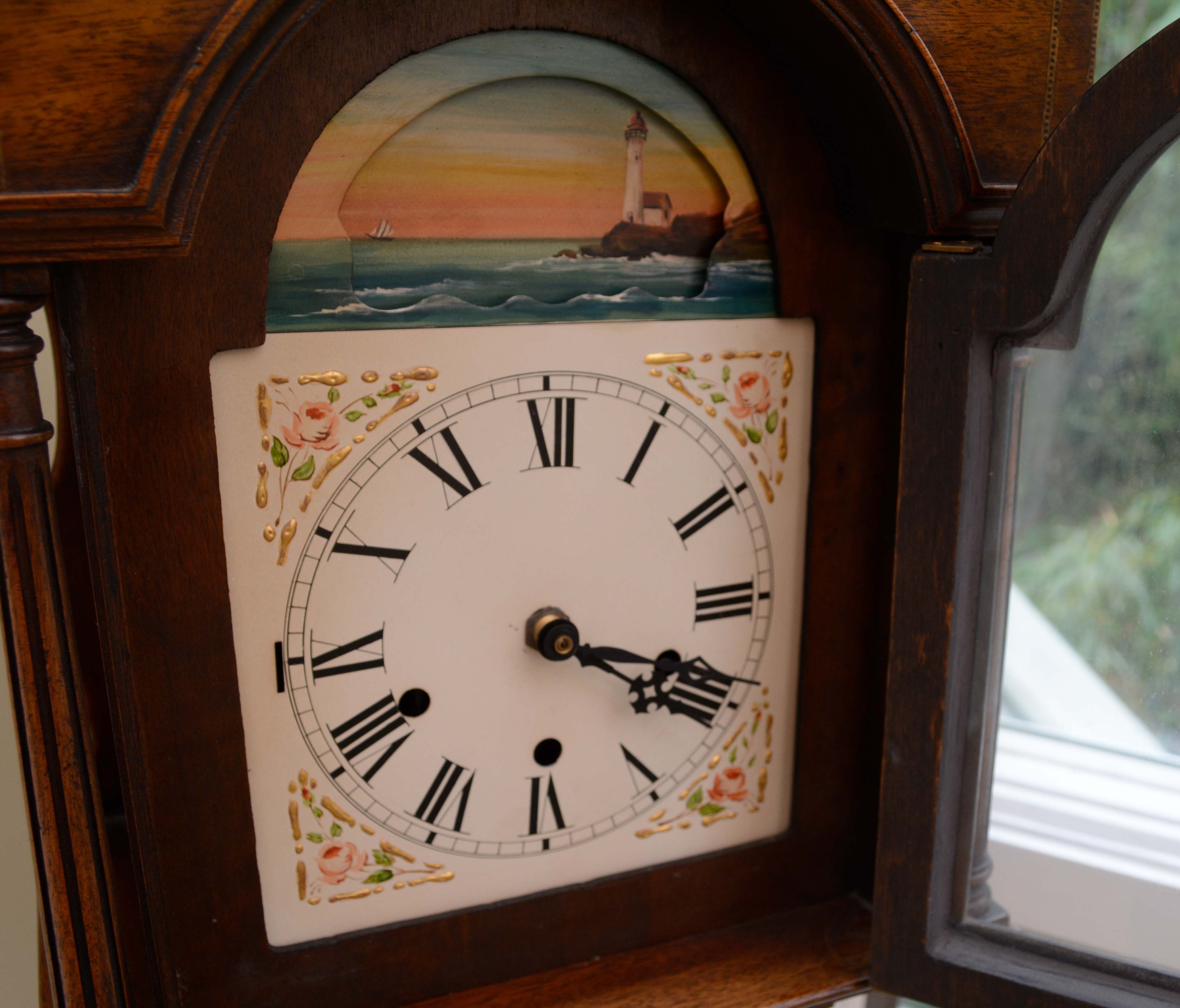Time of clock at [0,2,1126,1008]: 4:18
